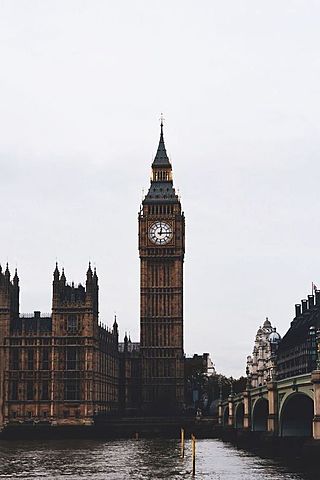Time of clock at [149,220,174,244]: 12:14
